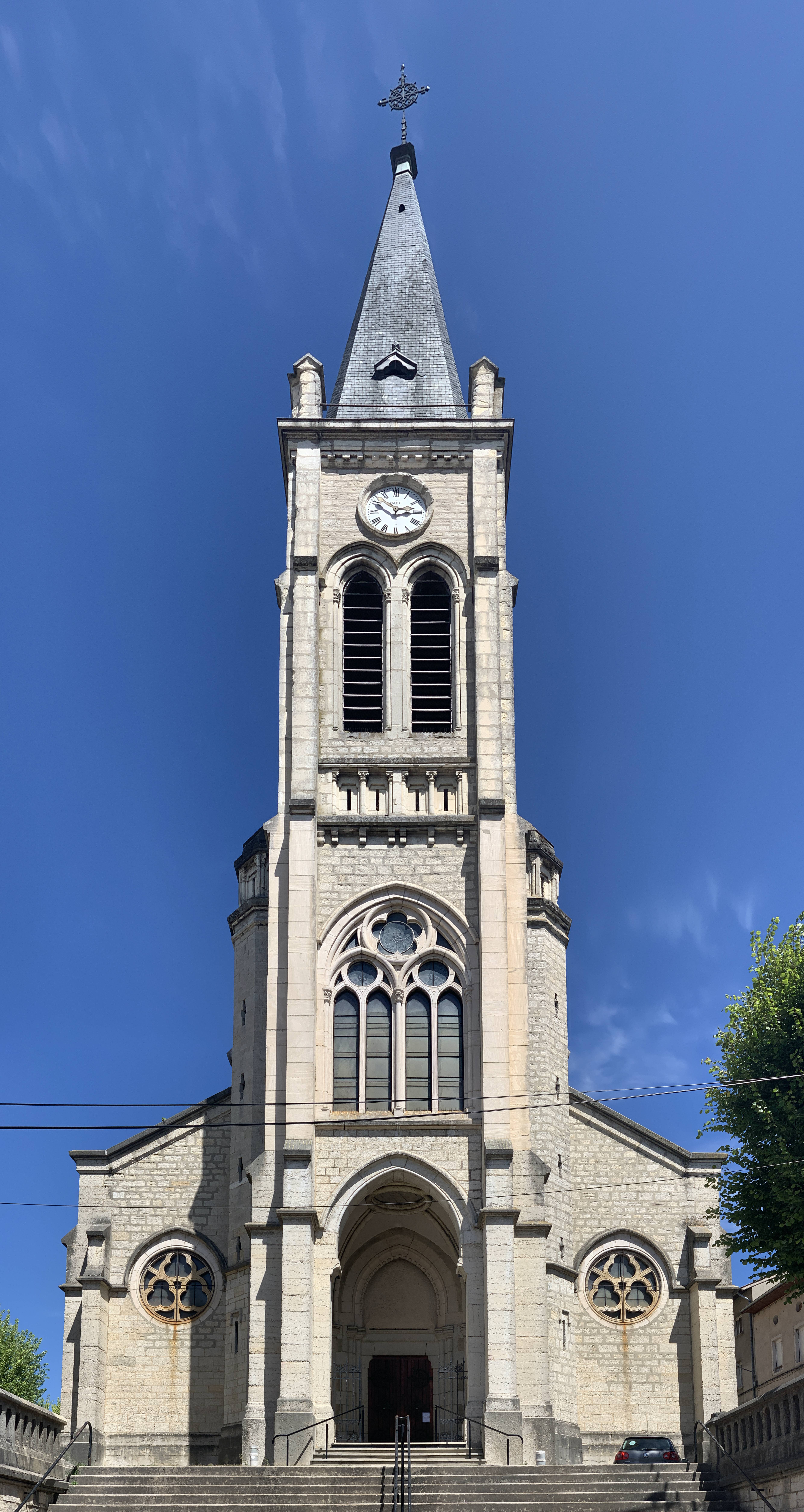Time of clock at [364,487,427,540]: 2:49
